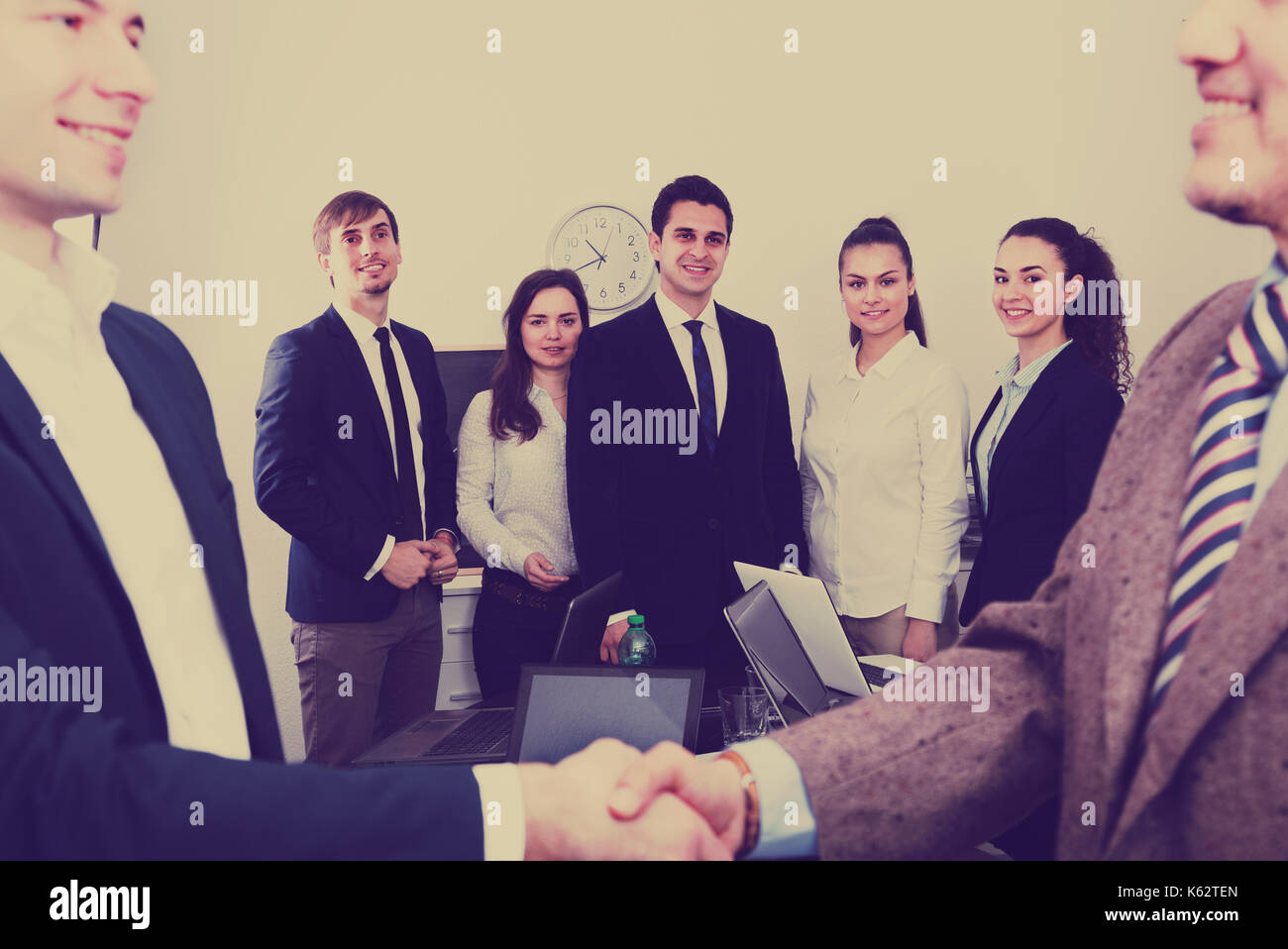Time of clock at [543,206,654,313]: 10:40
